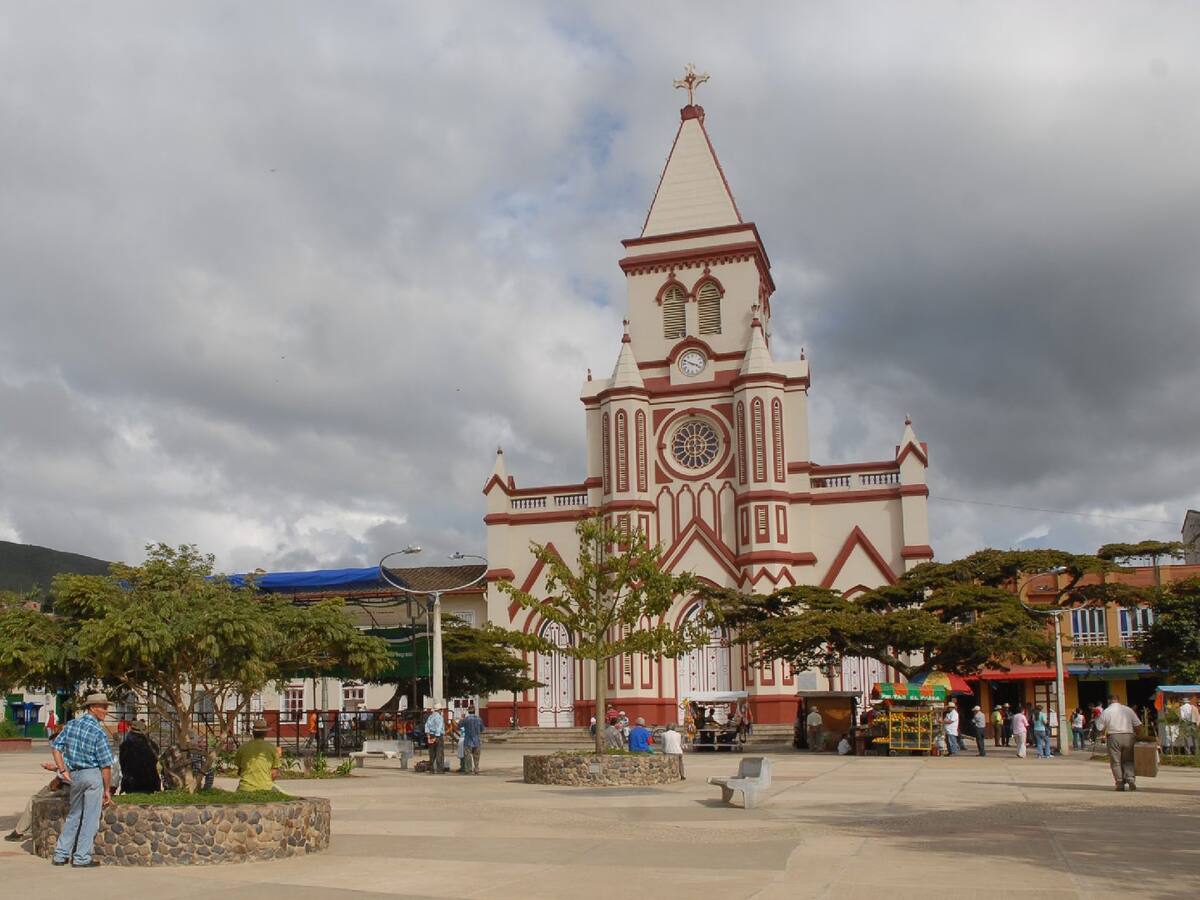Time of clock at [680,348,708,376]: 3:48
